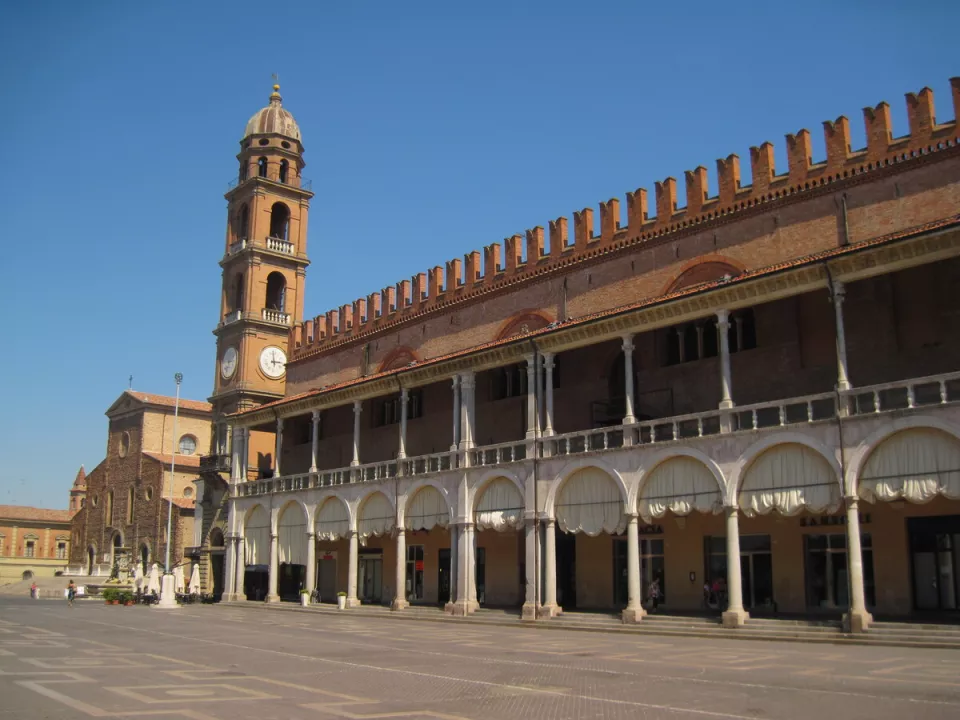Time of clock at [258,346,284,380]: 2:59
